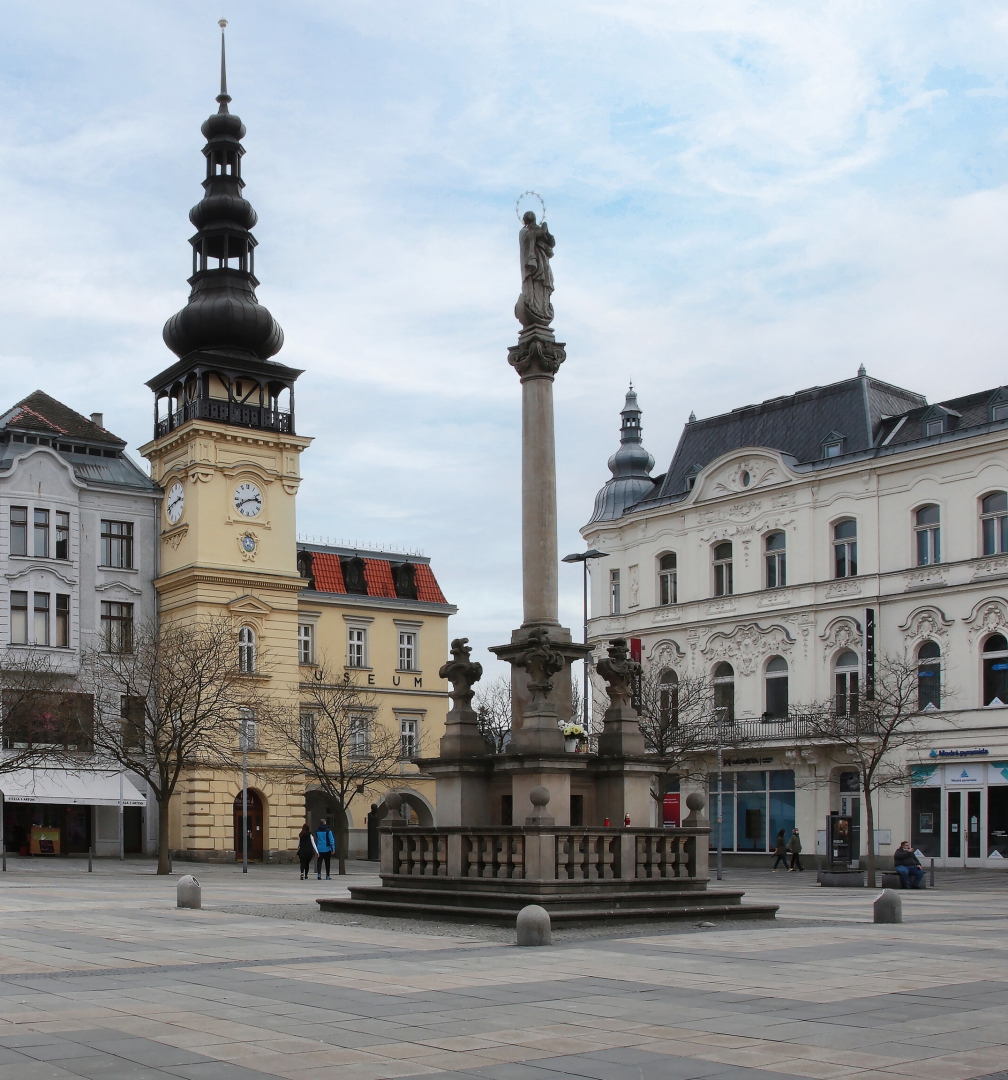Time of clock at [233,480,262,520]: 2:40
